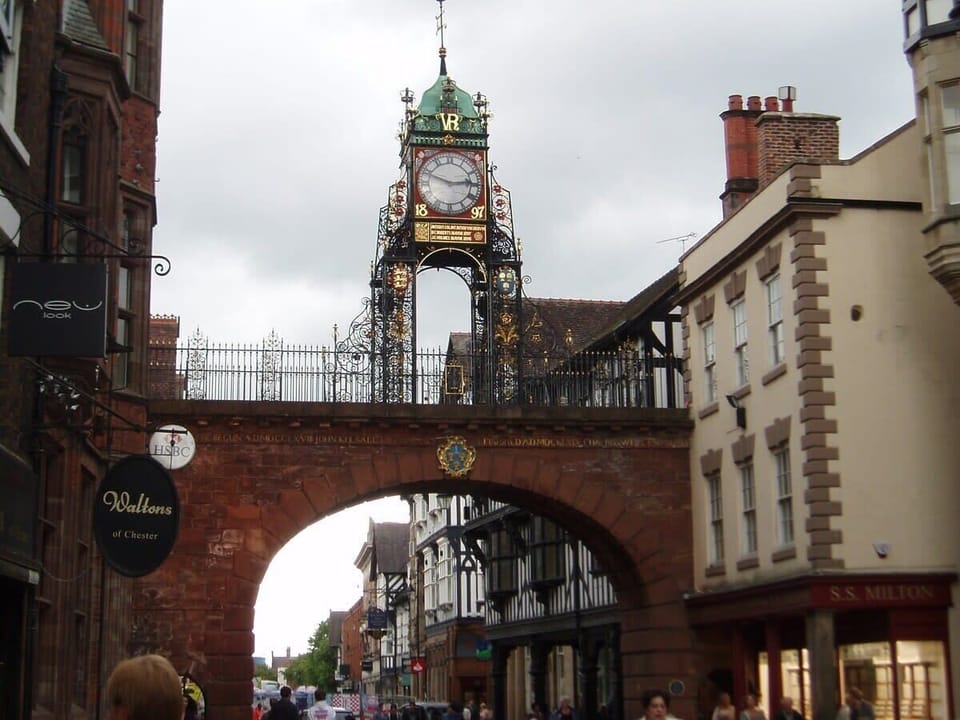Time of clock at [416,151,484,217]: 2:48
